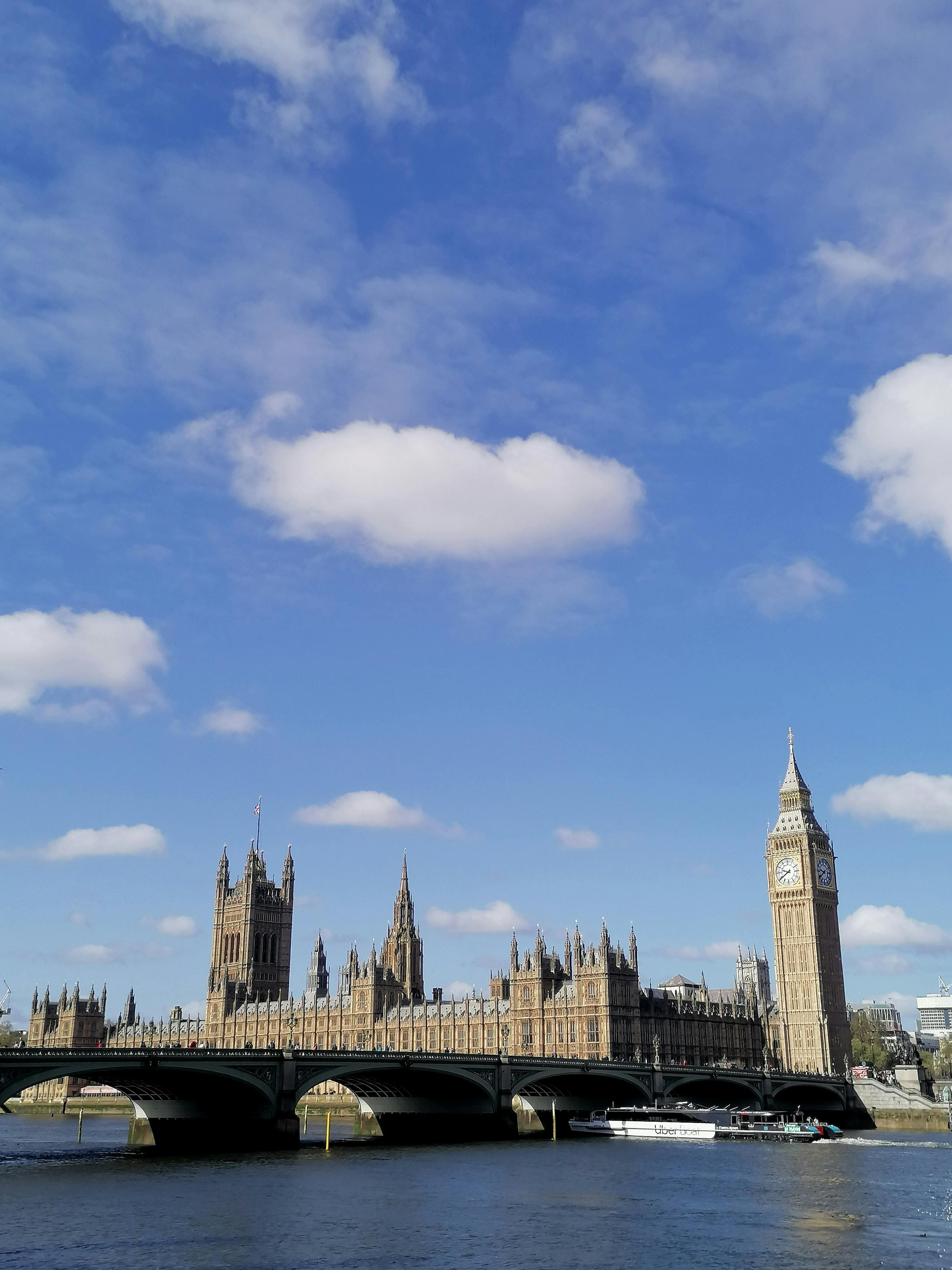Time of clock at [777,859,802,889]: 9:39
